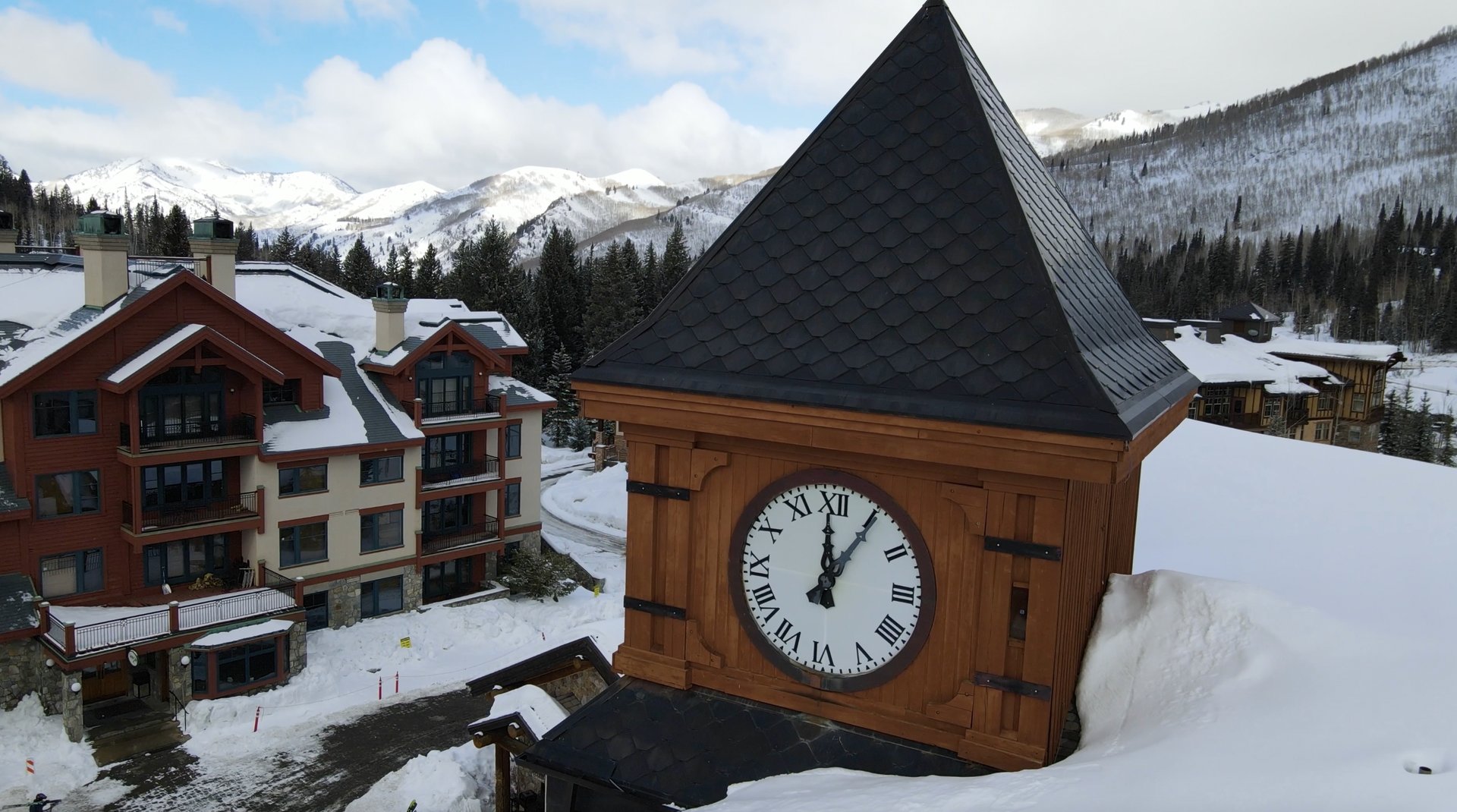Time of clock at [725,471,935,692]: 12:05
